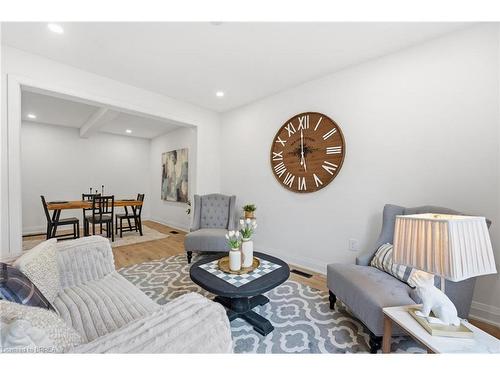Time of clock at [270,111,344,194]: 11:59
